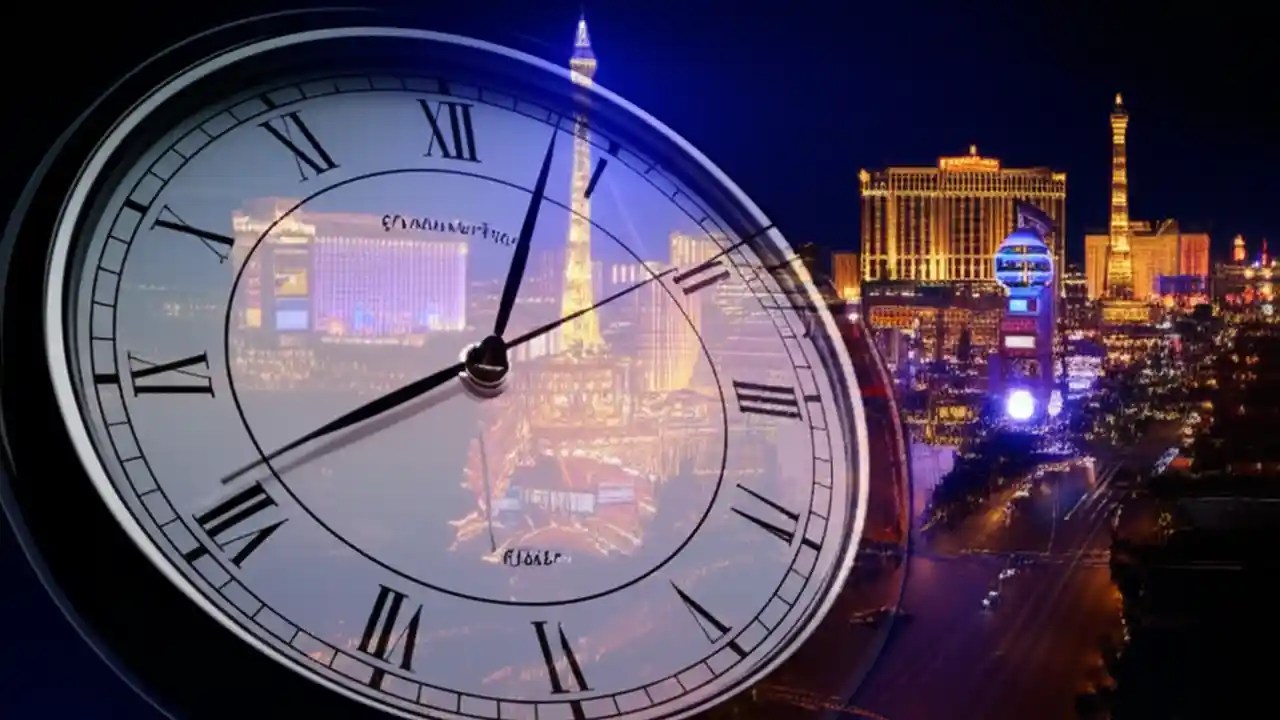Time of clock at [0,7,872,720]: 8:03
